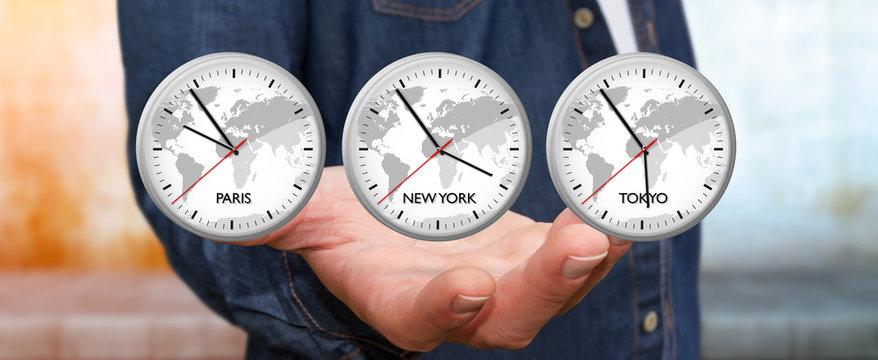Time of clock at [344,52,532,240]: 3:54
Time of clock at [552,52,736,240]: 5:54
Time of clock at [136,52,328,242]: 9:54
